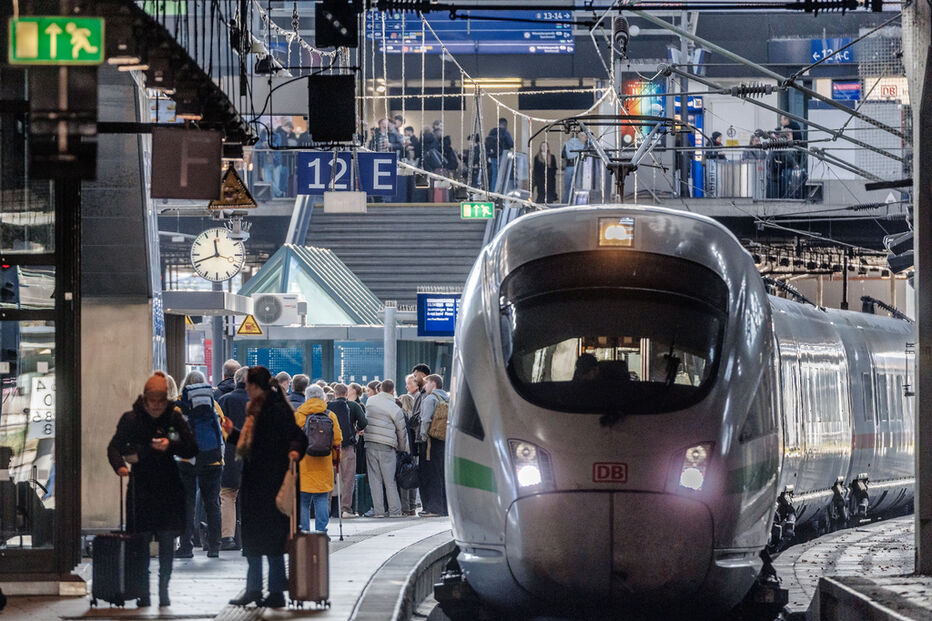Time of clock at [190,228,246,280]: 11:41
